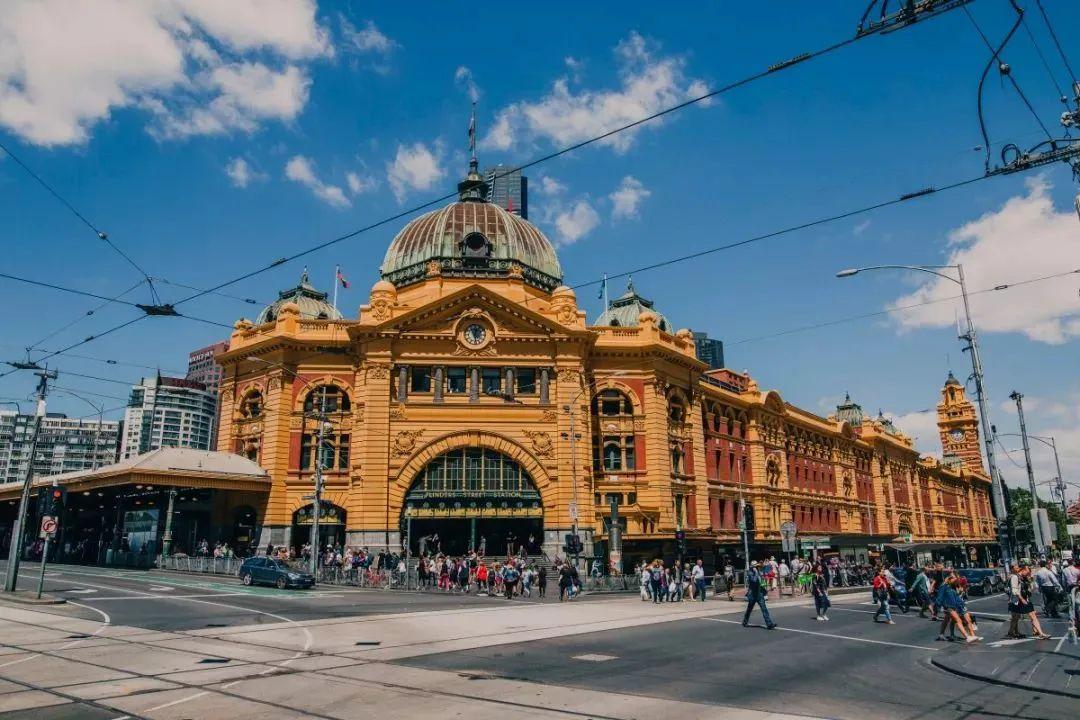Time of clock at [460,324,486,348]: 12:28
